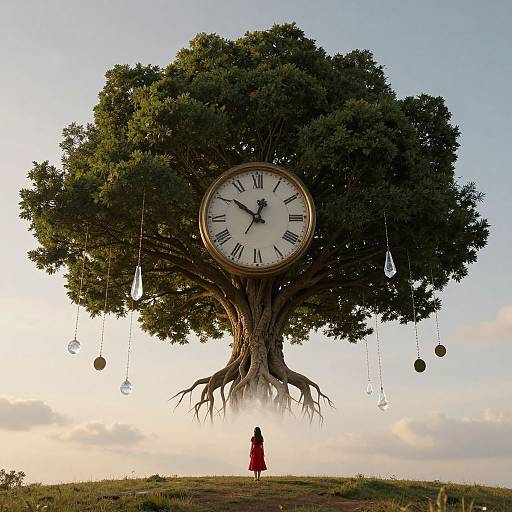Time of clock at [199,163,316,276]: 12:51
